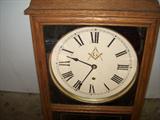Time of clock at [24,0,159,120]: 9:34
